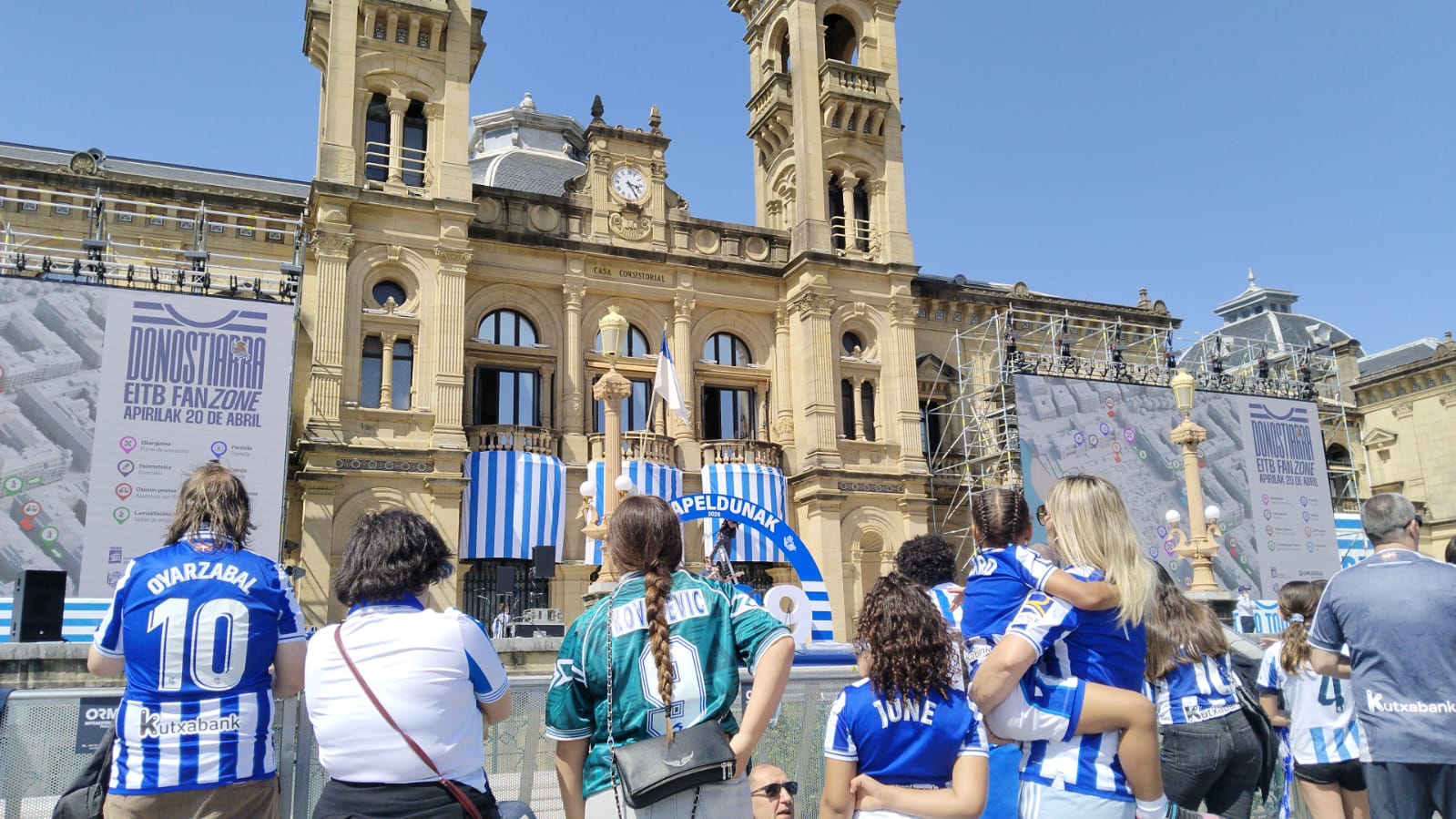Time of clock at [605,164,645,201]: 3:24
